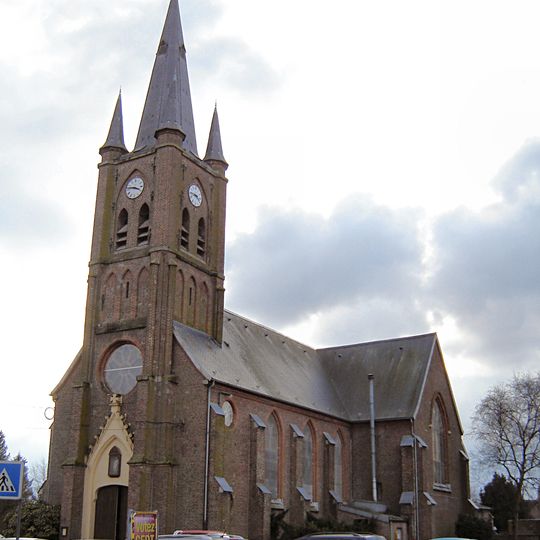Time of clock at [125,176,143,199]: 3:46
